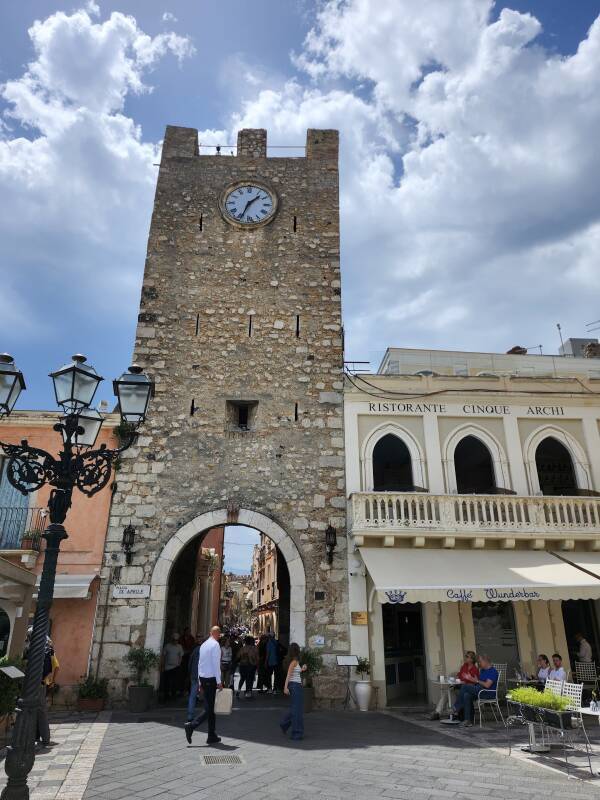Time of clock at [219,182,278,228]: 1:33
